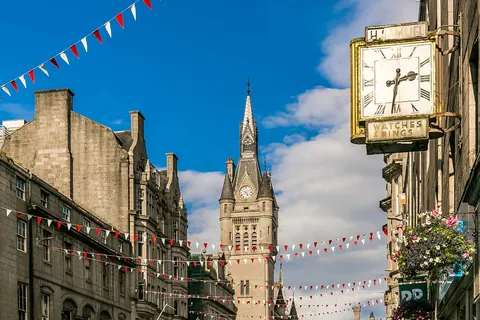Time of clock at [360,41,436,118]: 2:31
